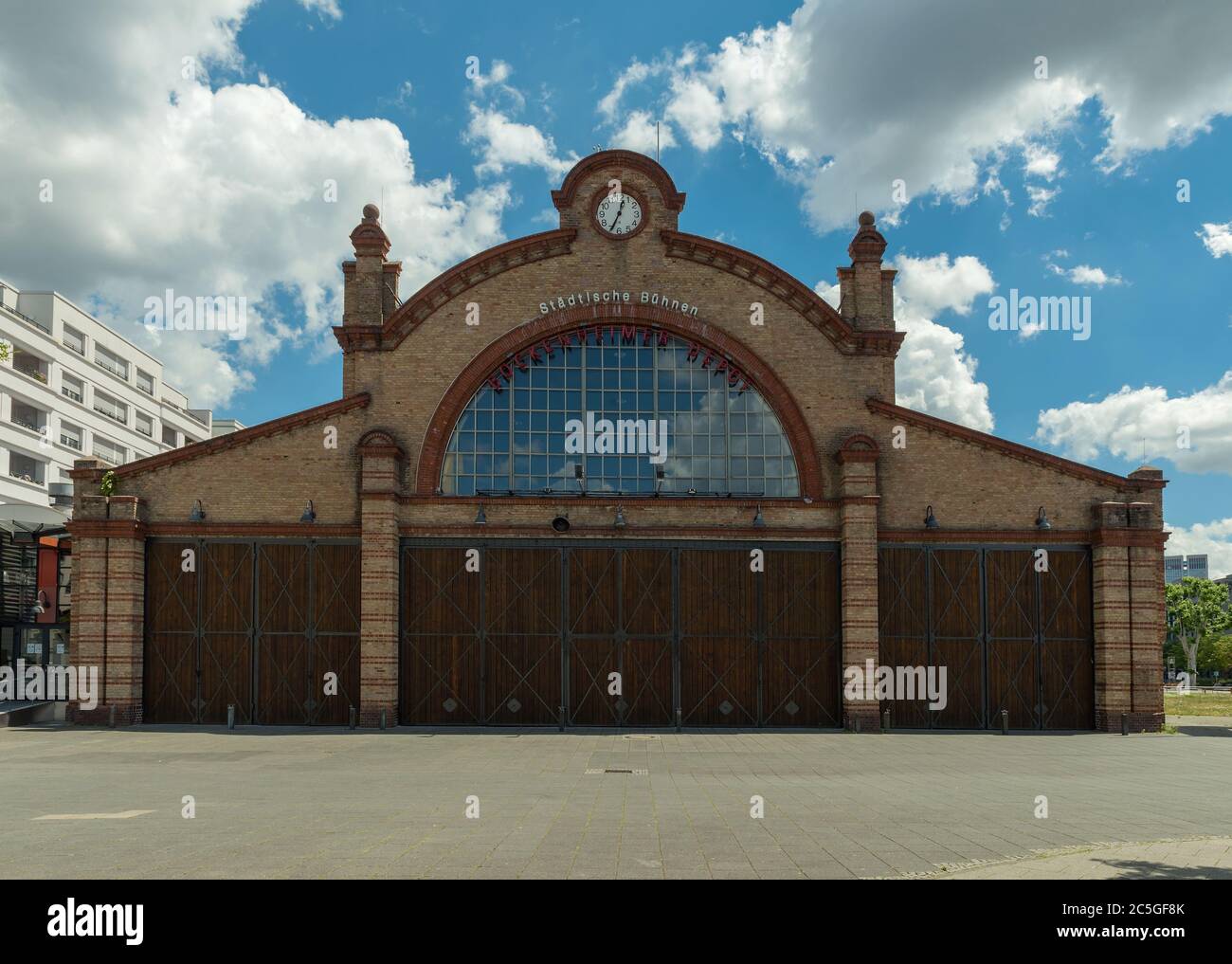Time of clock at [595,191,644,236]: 12:34
